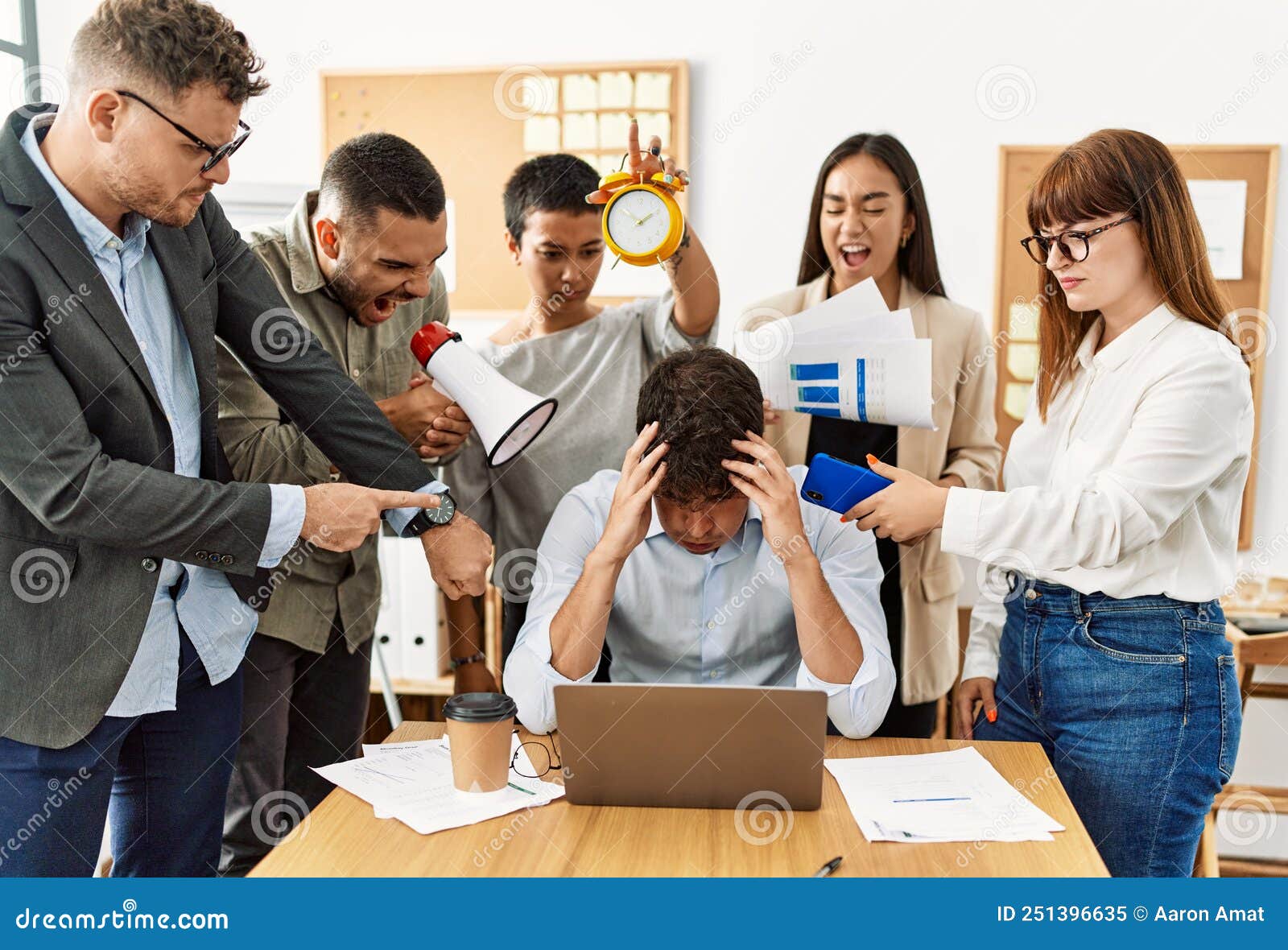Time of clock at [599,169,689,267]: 1:51
